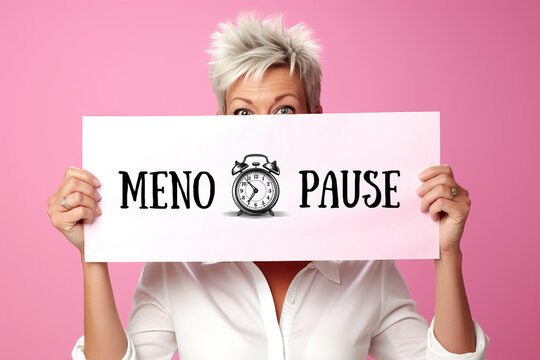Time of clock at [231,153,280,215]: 6:53
